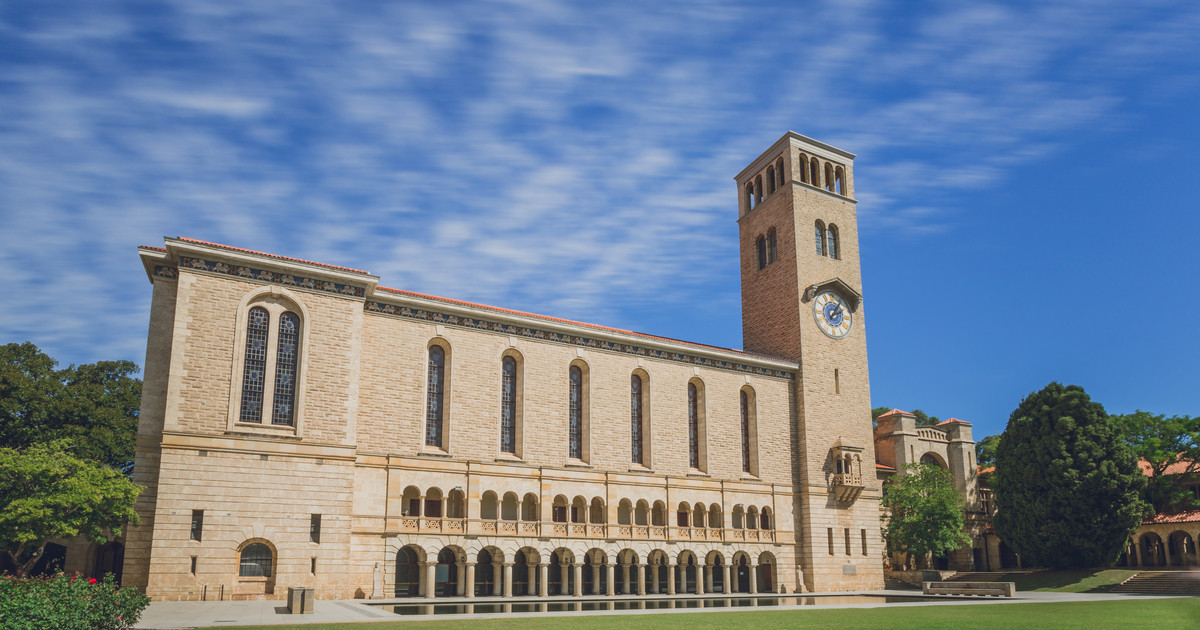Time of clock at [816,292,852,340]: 2:05
